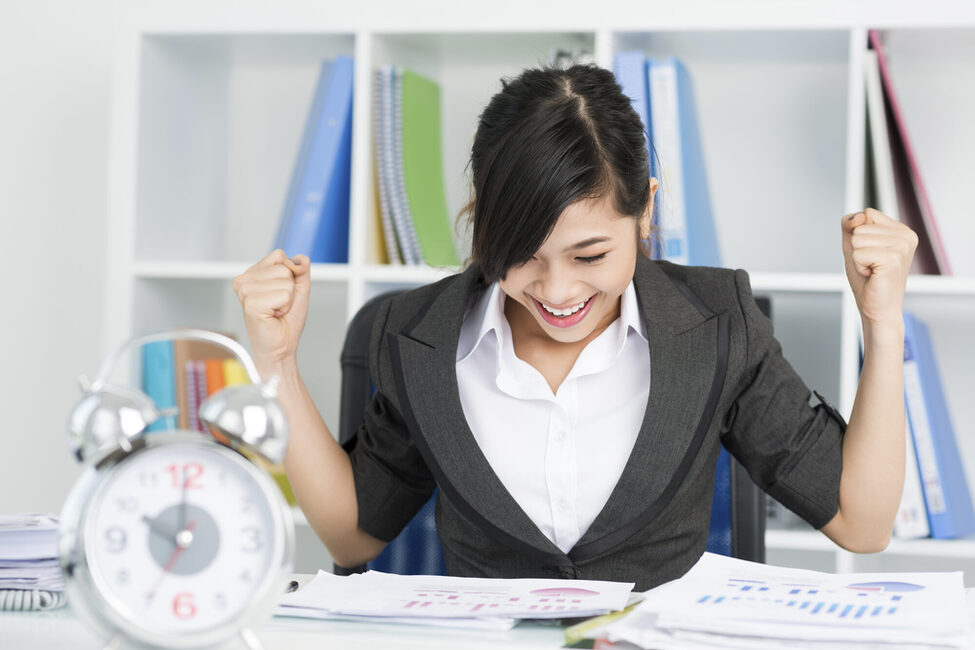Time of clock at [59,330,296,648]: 10:00
